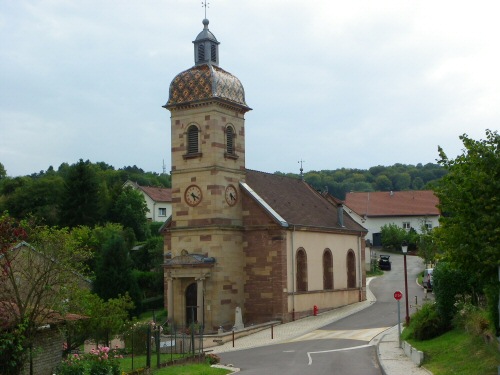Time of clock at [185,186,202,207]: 5:18
